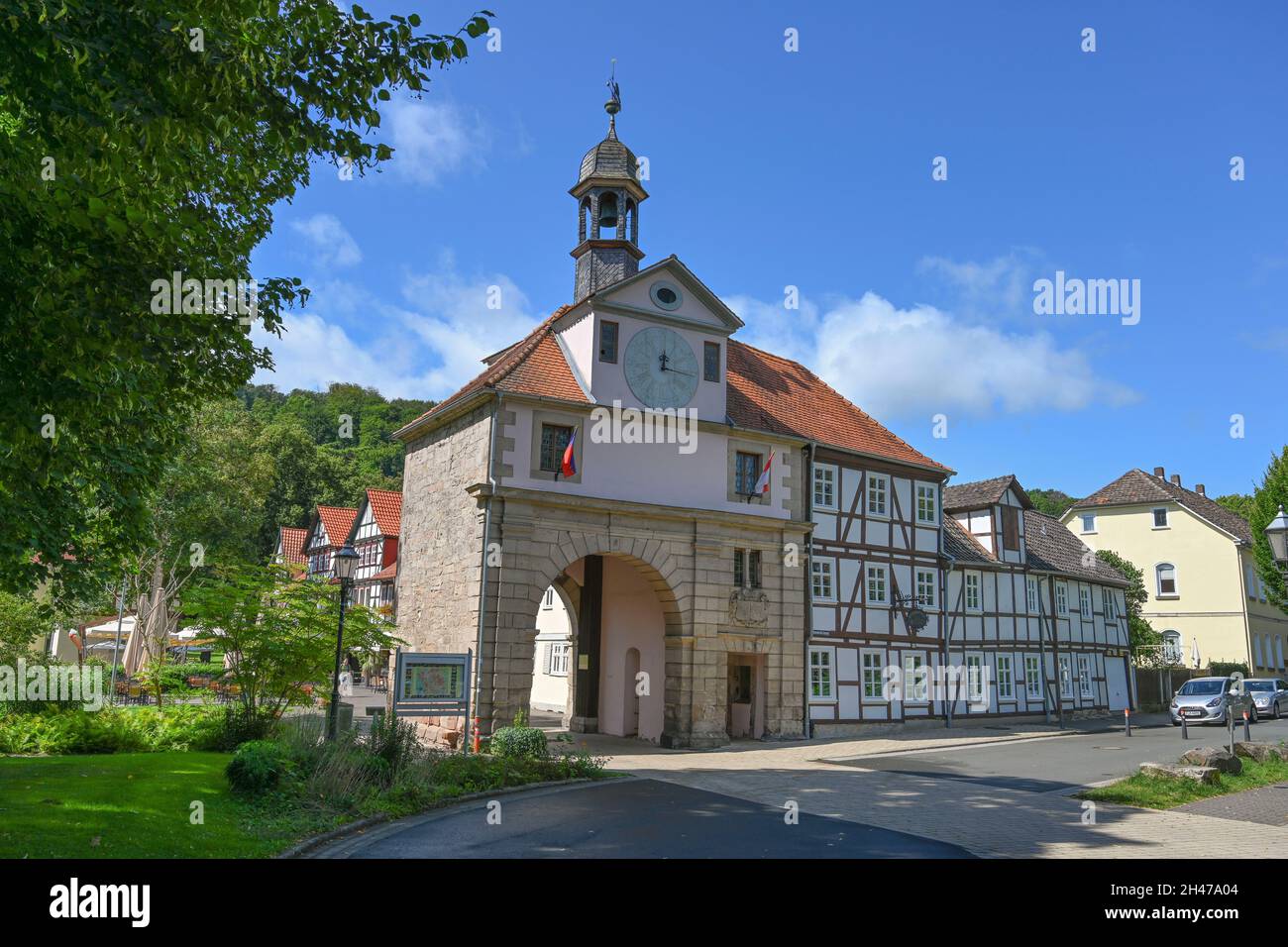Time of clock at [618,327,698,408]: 12:16
